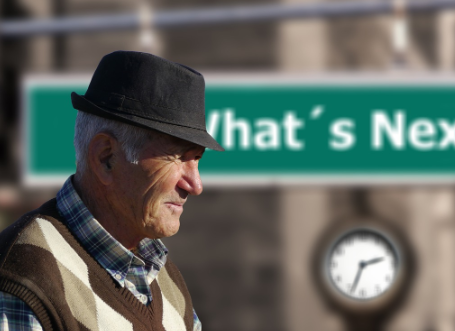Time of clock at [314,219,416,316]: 2:33
